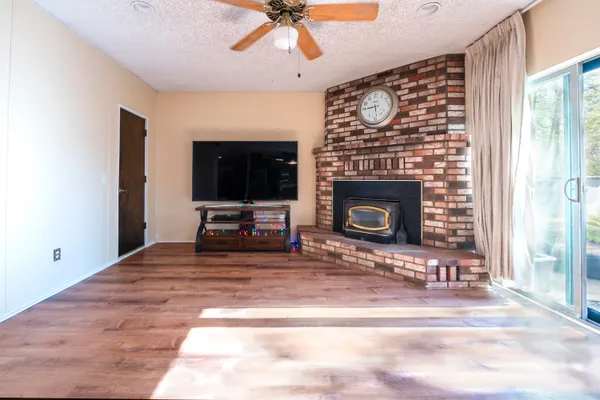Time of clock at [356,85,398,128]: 5:44
